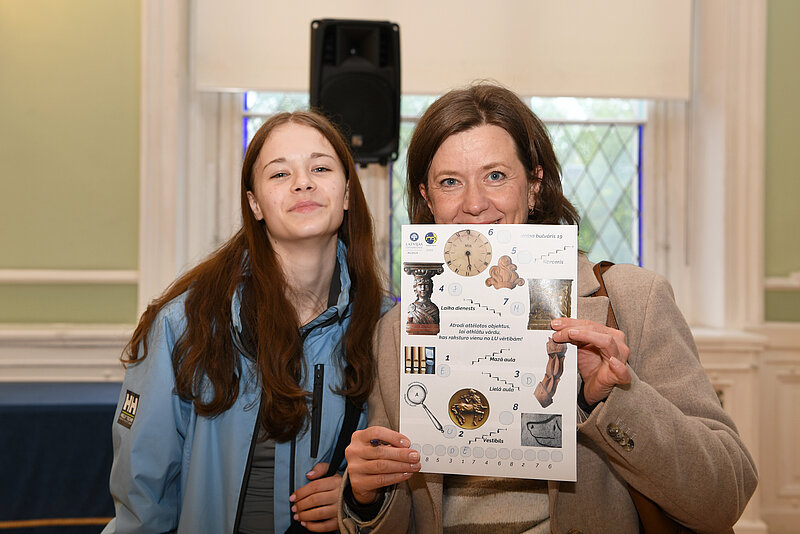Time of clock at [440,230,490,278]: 5:28
